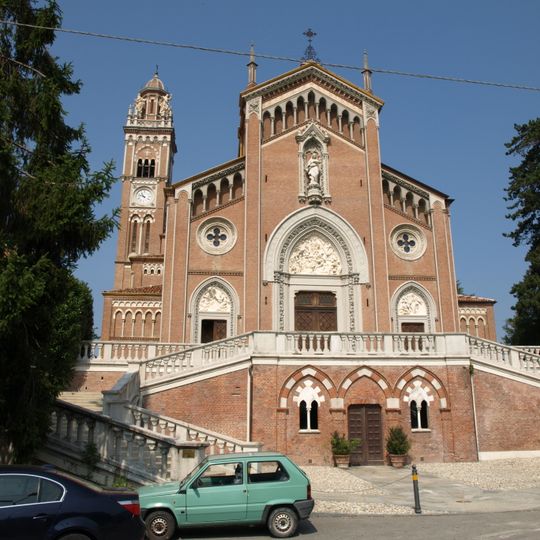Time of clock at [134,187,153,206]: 10:47
